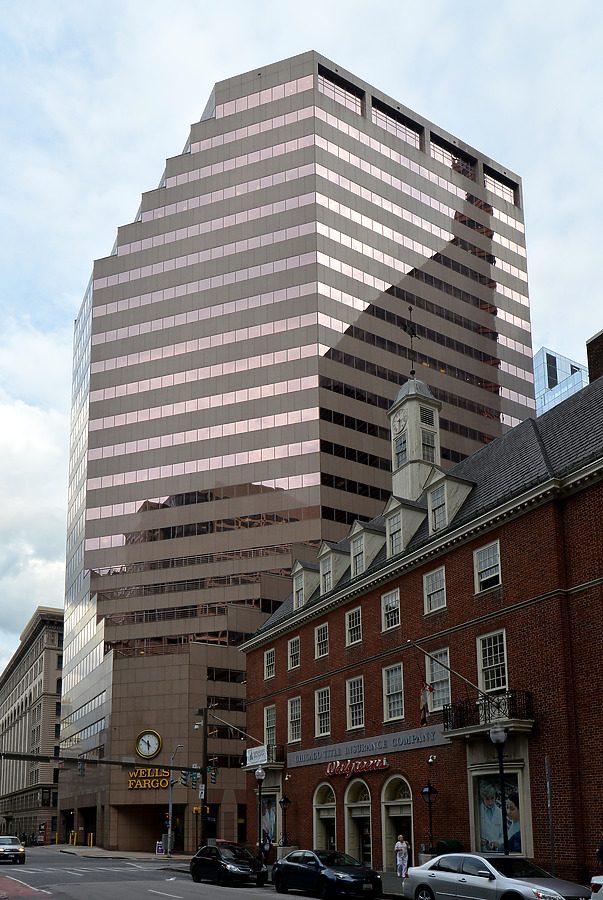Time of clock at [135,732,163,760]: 5:50
